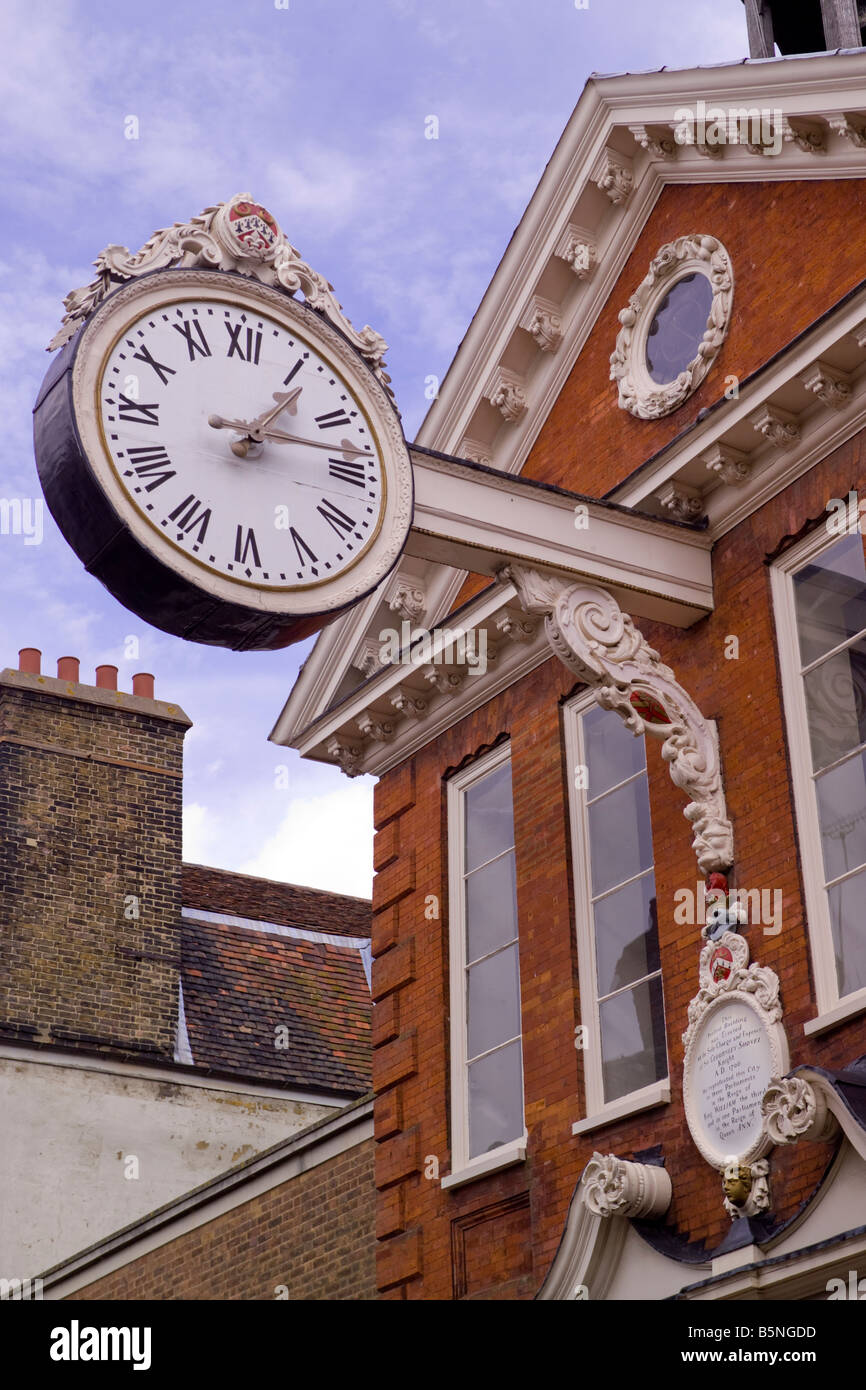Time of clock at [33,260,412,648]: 1:13
